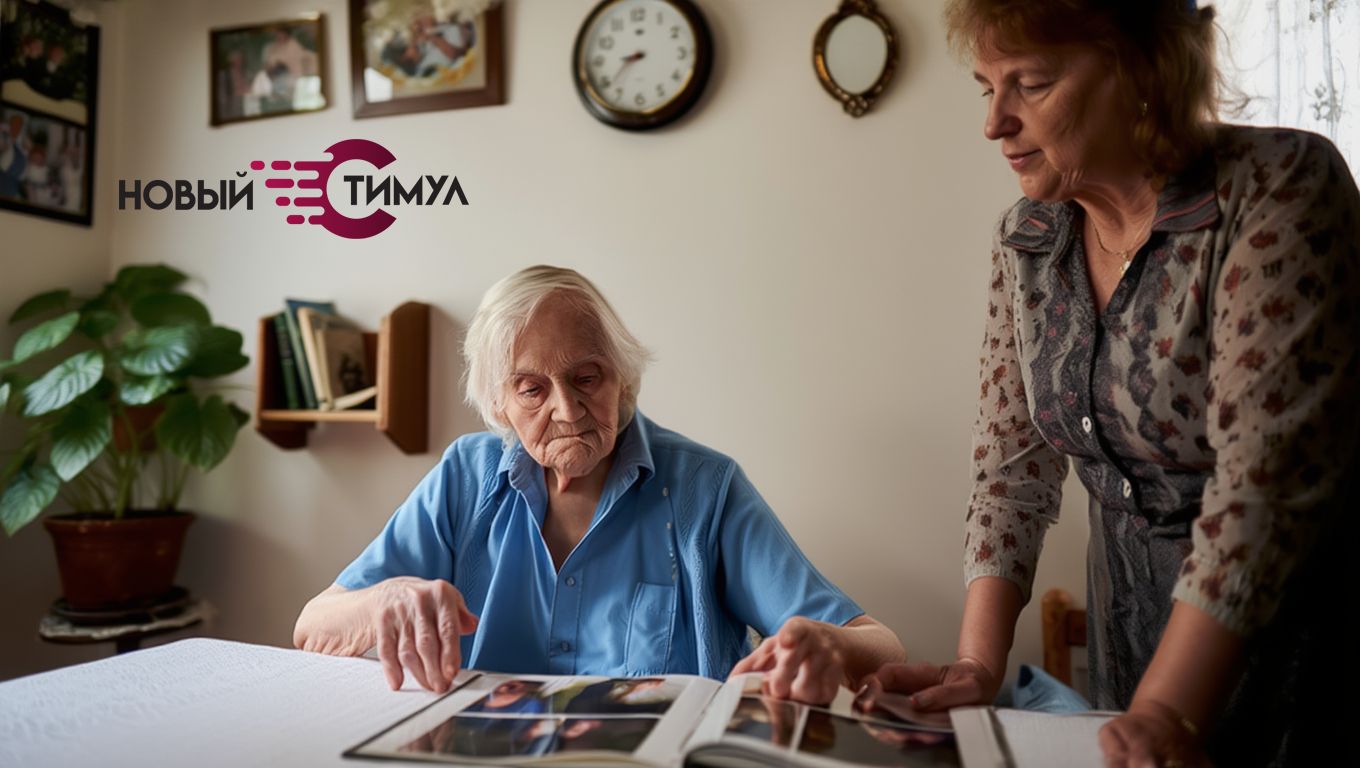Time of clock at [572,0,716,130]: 8:38
